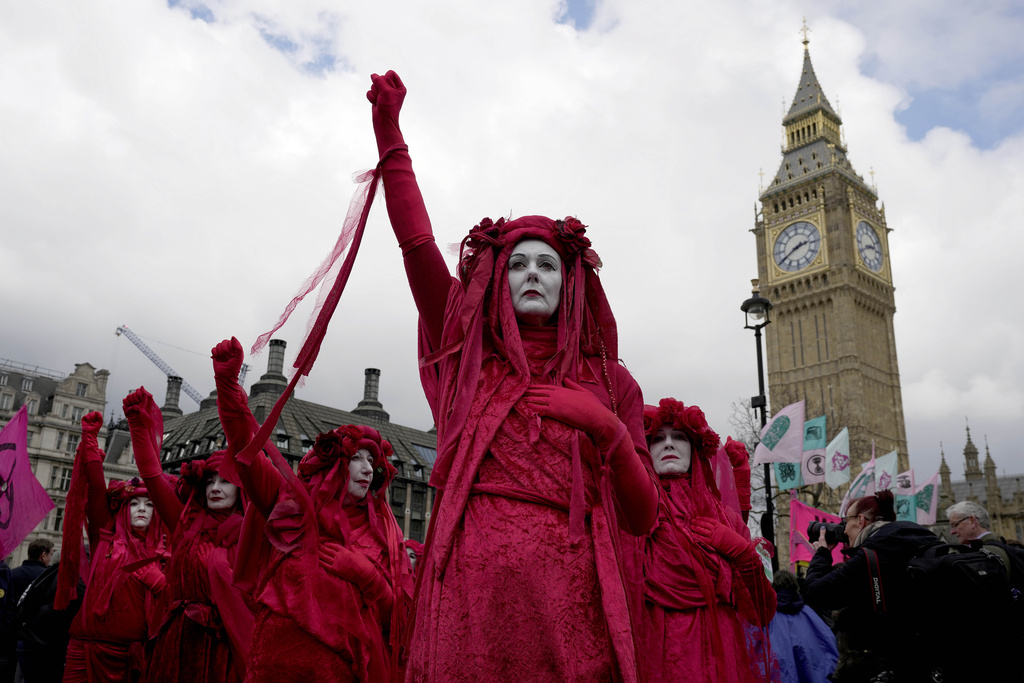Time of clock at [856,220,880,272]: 2:40
